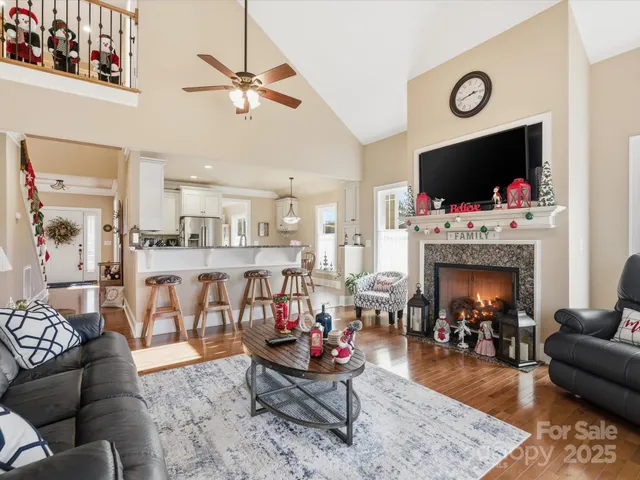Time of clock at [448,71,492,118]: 2:42
